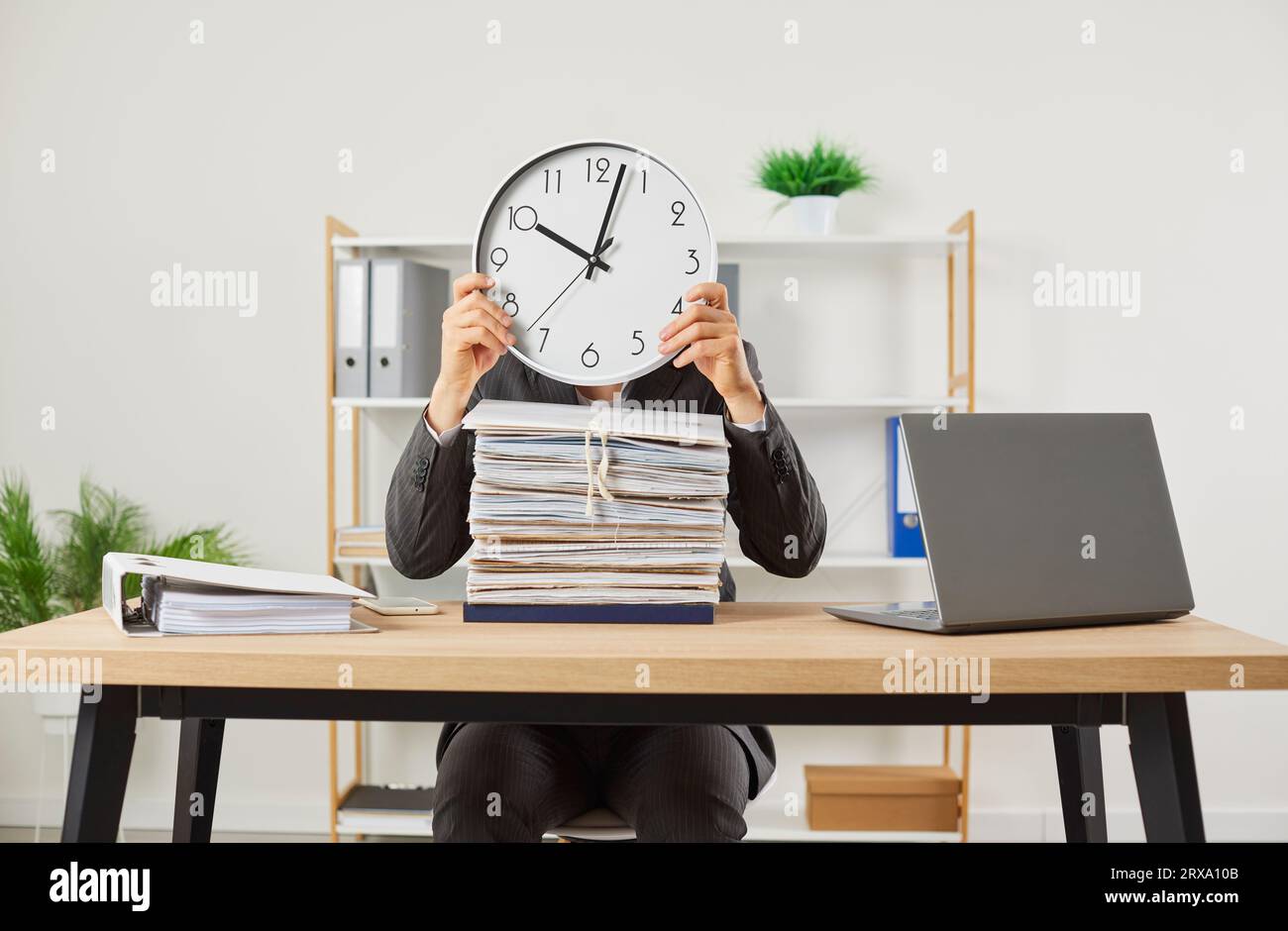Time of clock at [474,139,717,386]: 10:02
